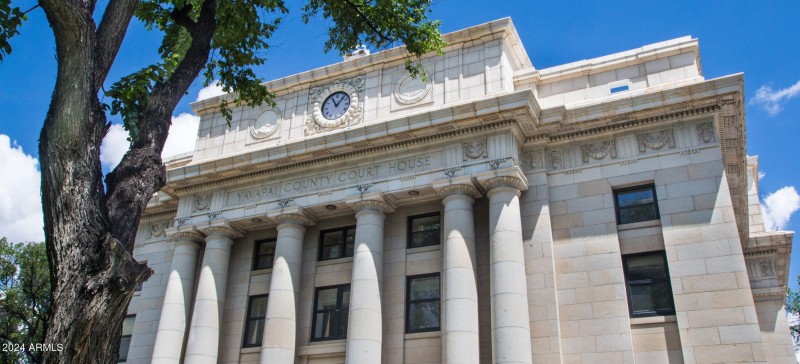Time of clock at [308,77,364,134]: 11:07
